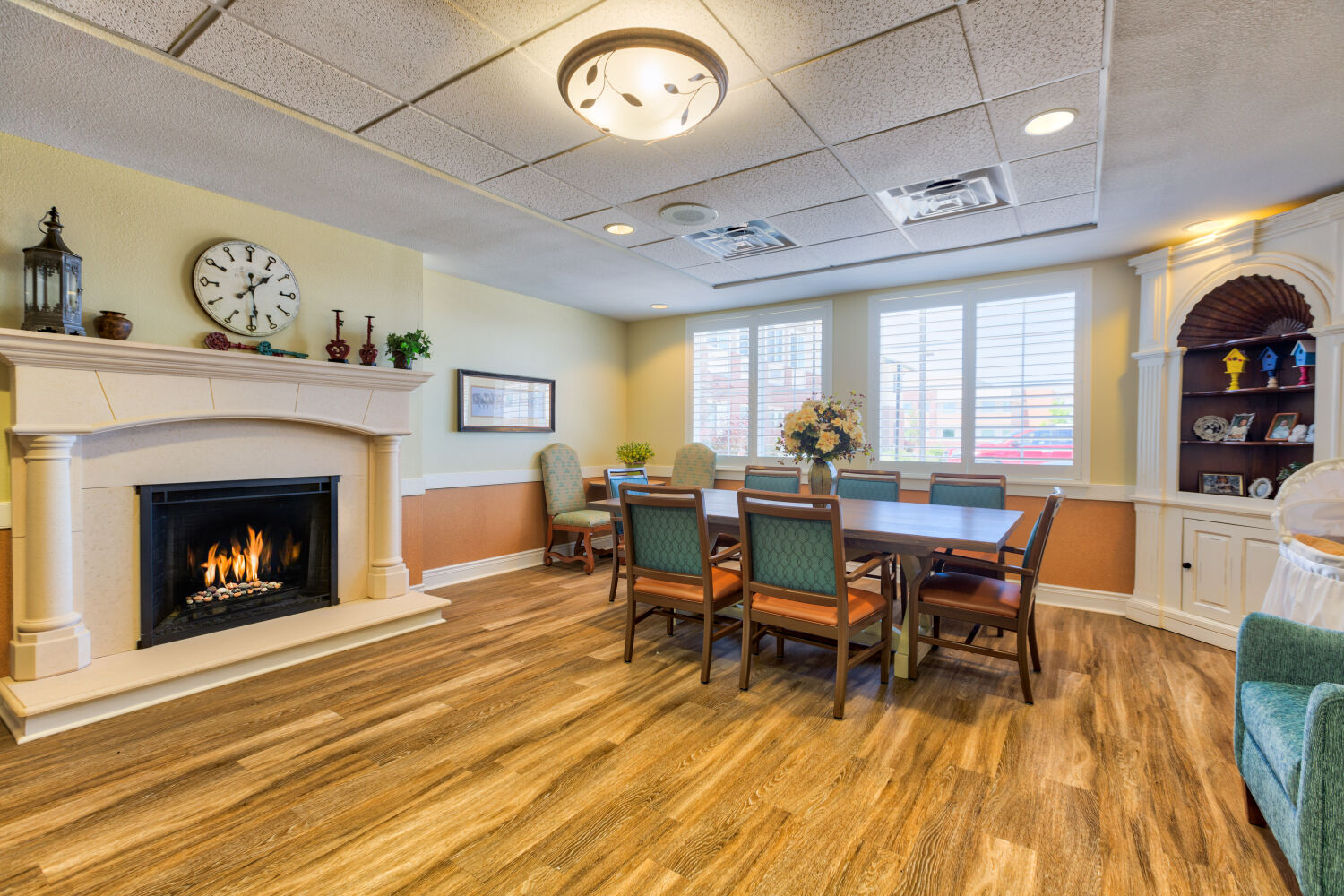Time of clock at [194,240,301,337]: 1:28
